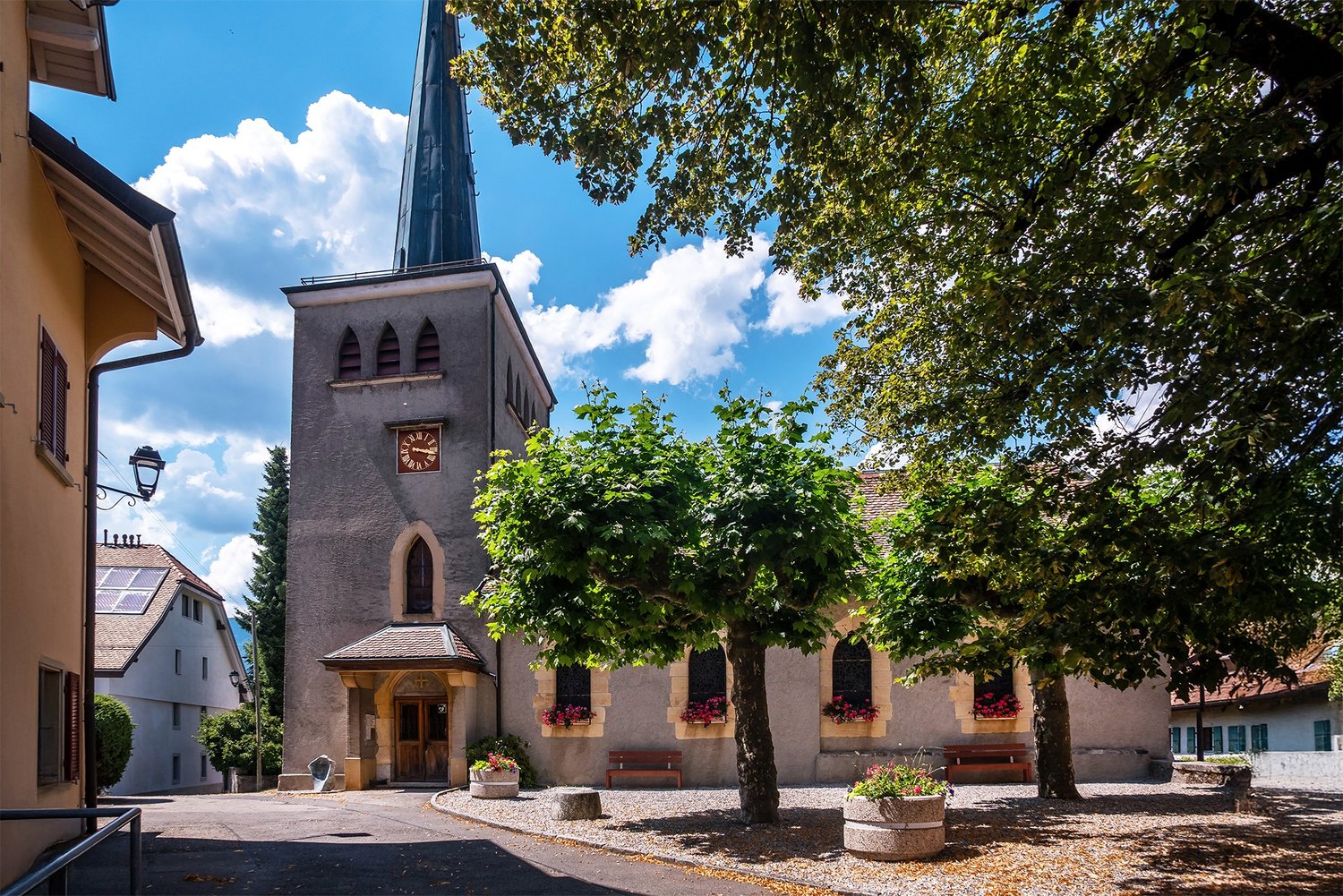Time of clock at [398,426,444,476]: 3:17
